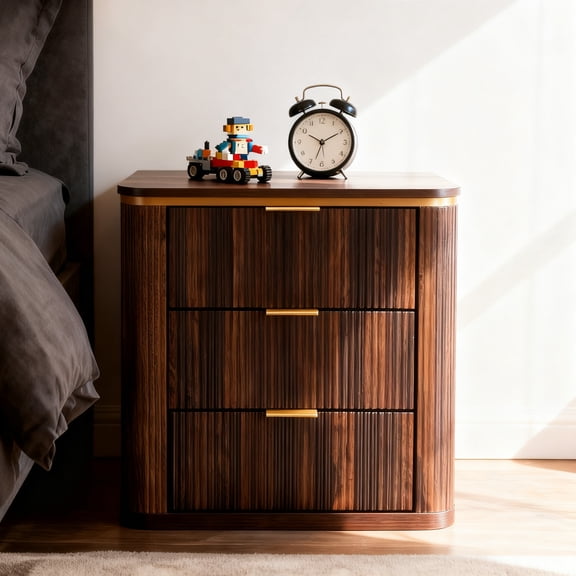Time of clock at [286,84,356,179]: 10:10
